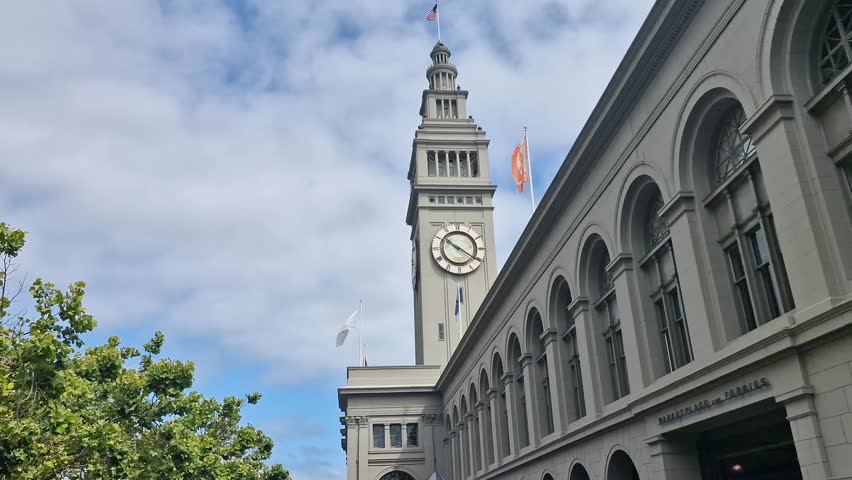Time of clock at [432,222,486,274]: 10:20
